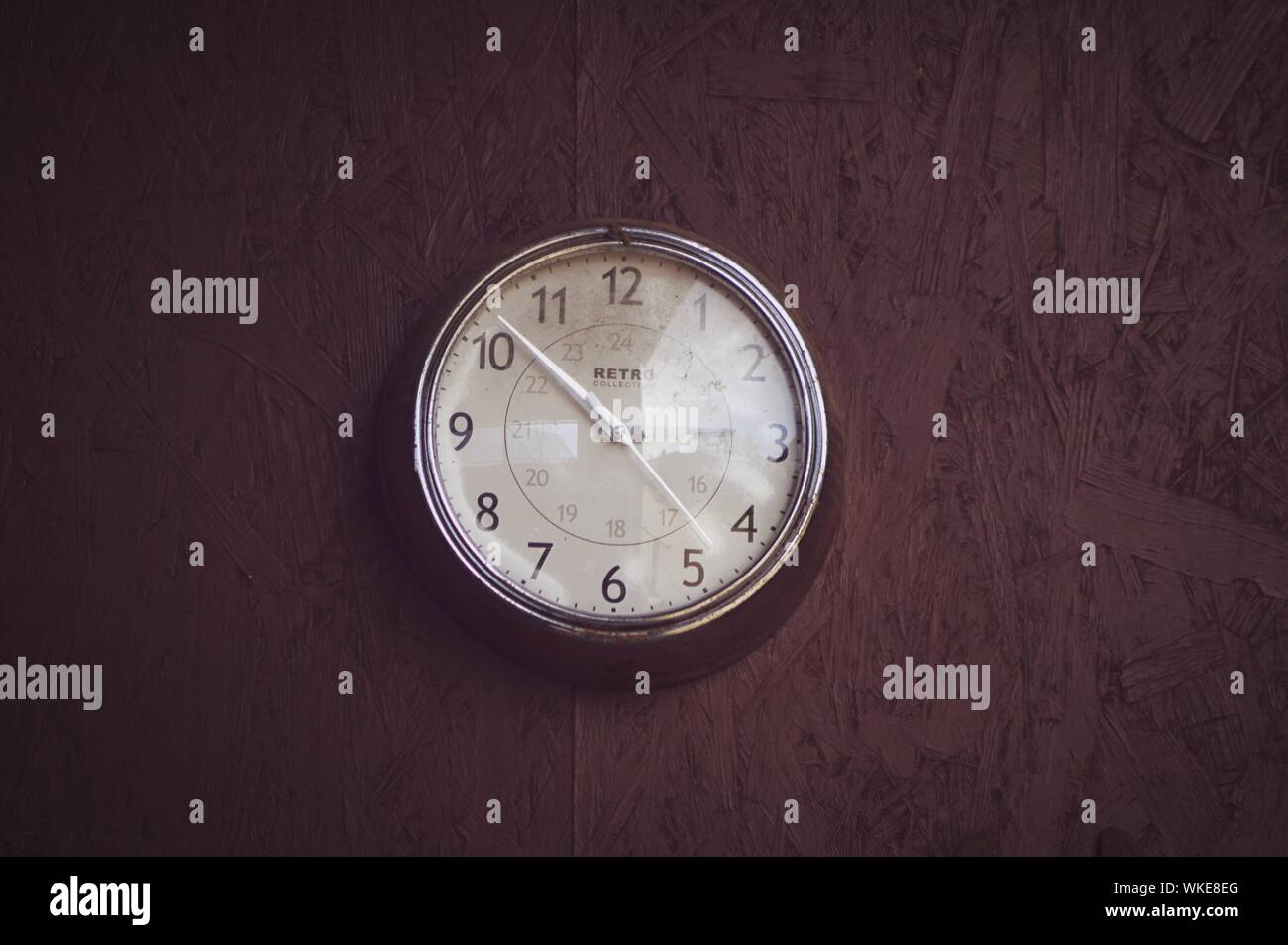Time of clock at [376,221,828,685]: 10:22
